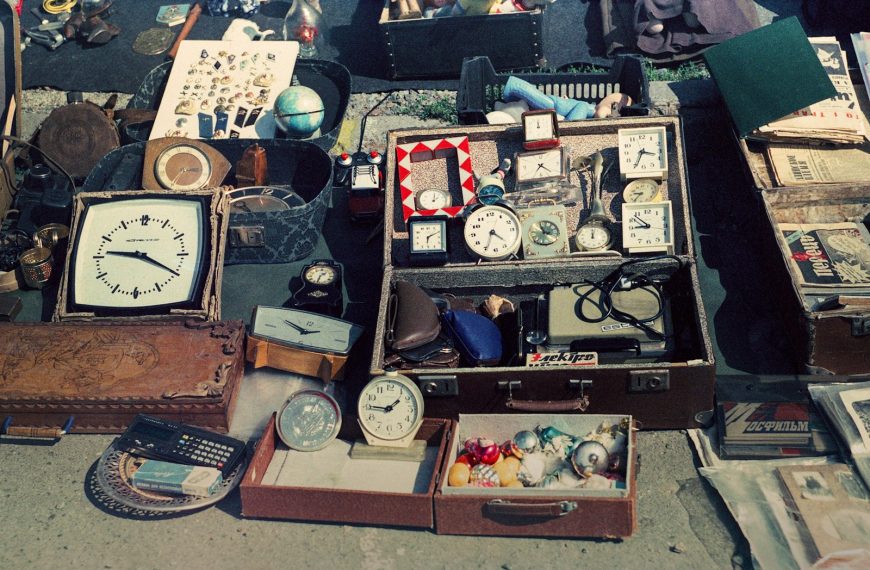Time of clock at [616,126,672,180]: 3:34
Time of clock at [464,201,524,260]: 4:34
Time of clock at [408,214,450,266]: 6:10
